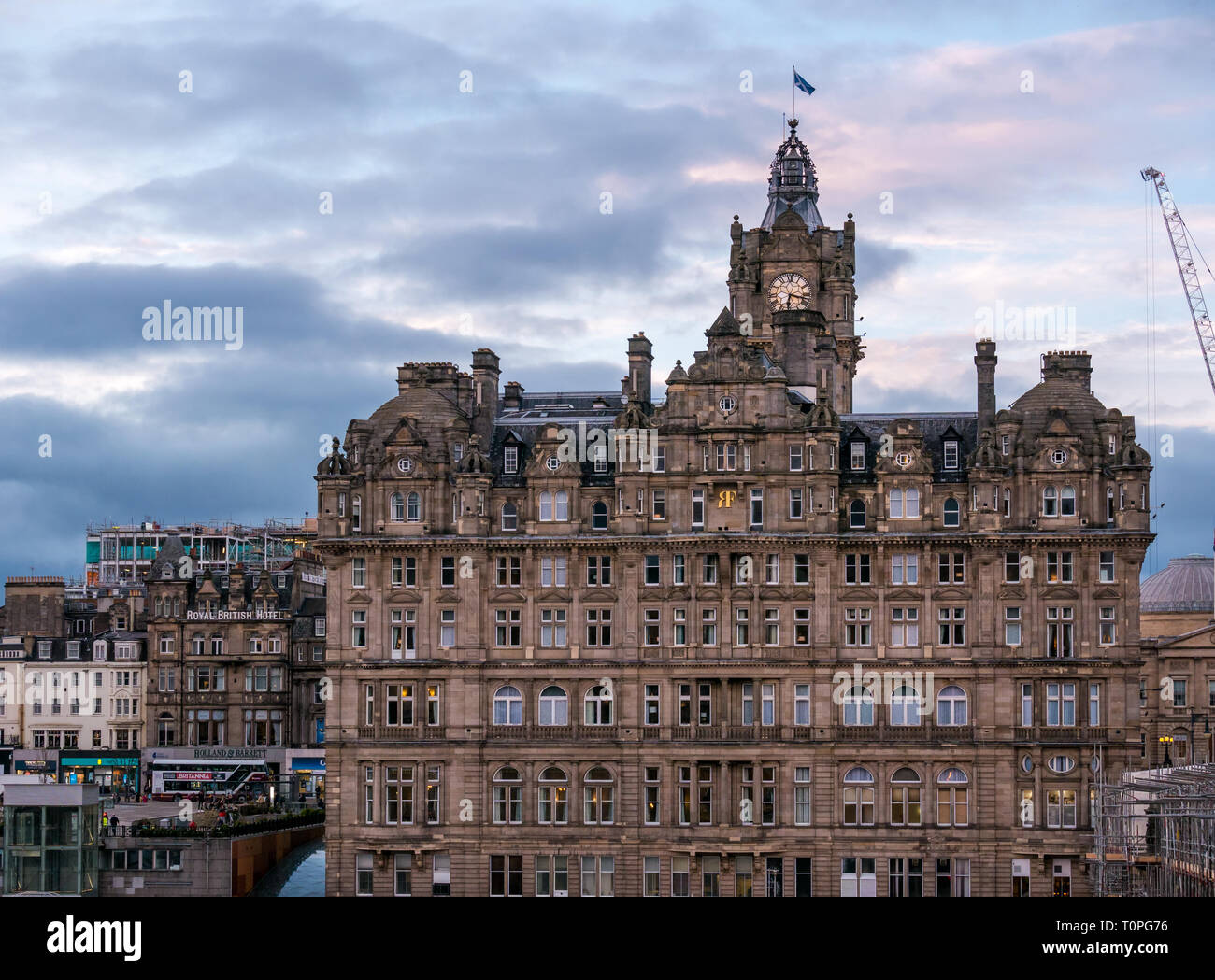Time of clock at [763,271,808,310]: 6:17
